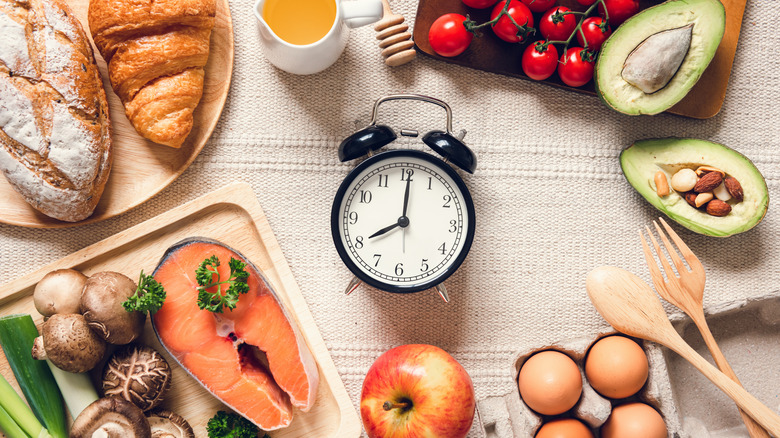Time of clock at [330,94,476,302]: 8:00
